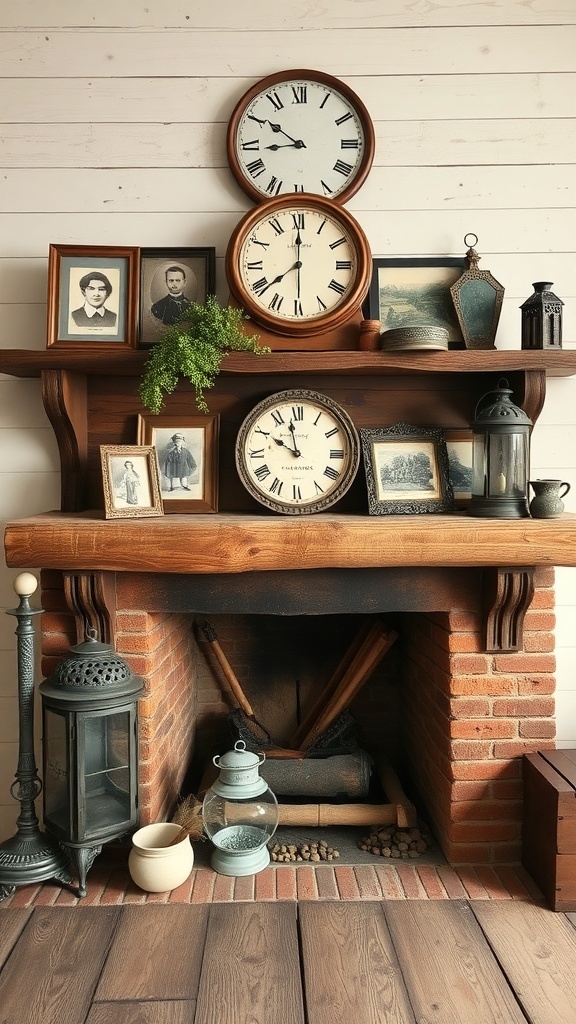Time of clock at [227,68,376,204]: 8:50
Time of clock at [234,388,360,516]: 9:57
